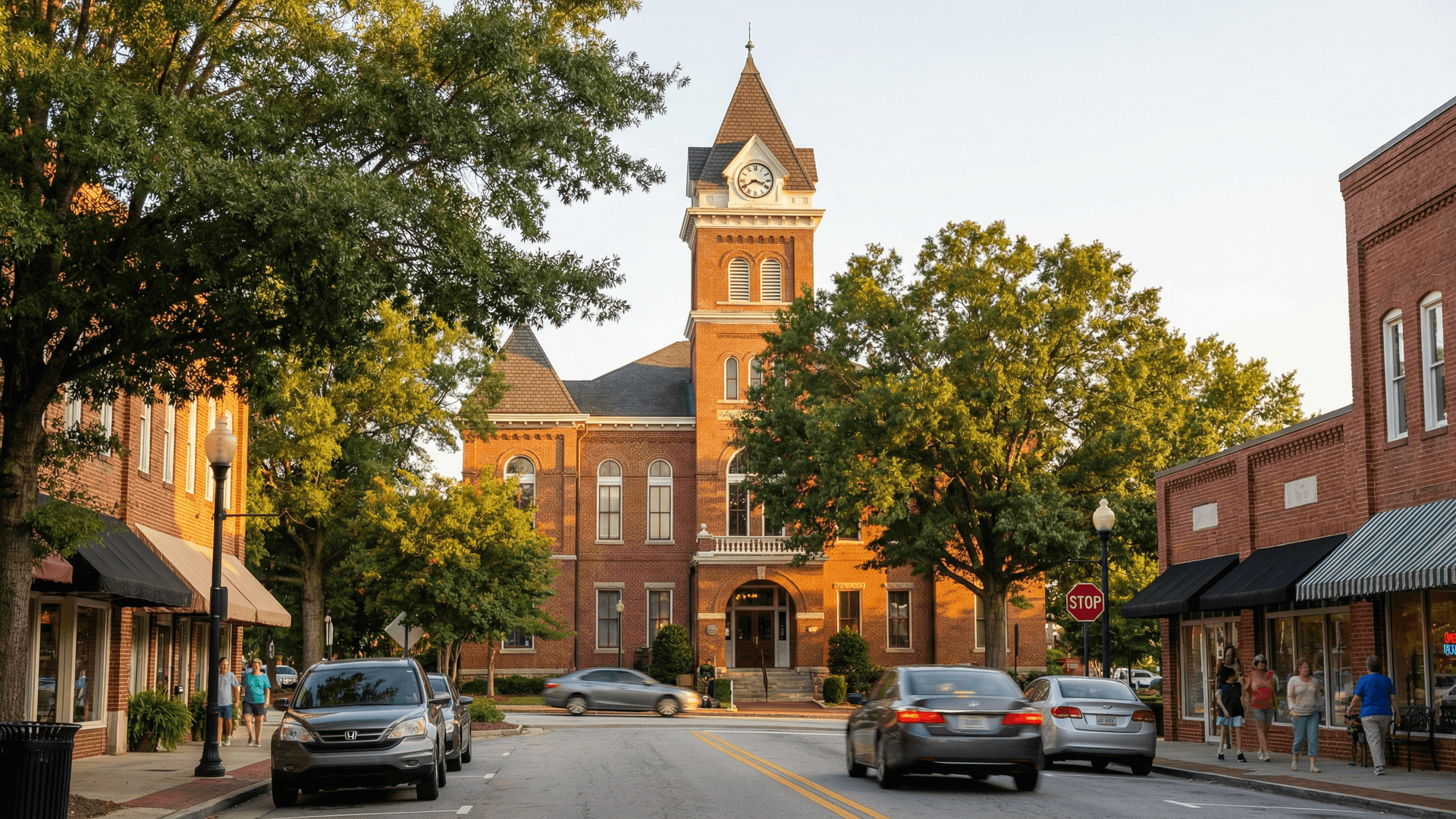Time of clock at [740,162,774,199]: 3:40
